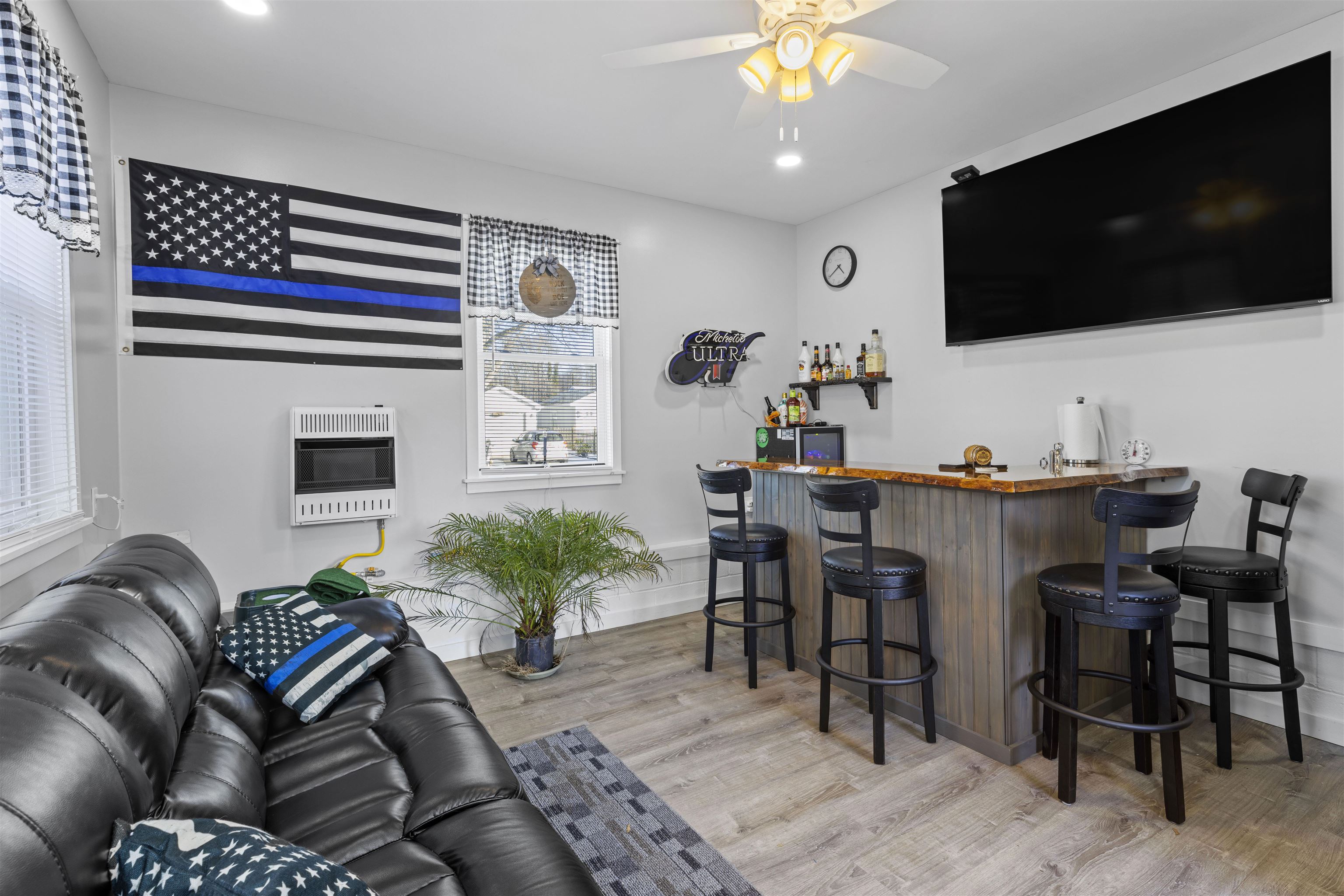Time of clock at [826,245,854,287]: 4:39
